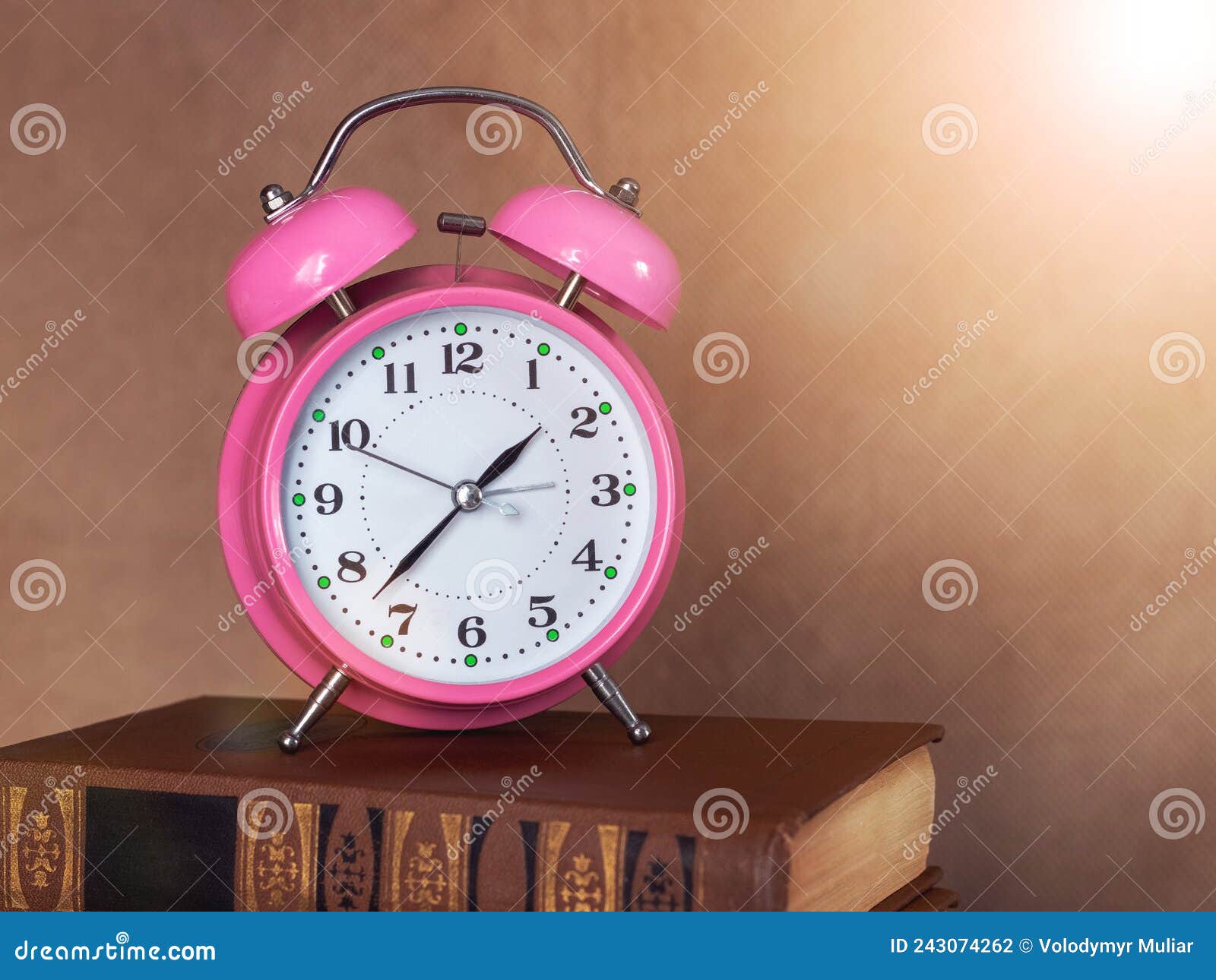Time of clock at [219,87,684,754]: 1:37
